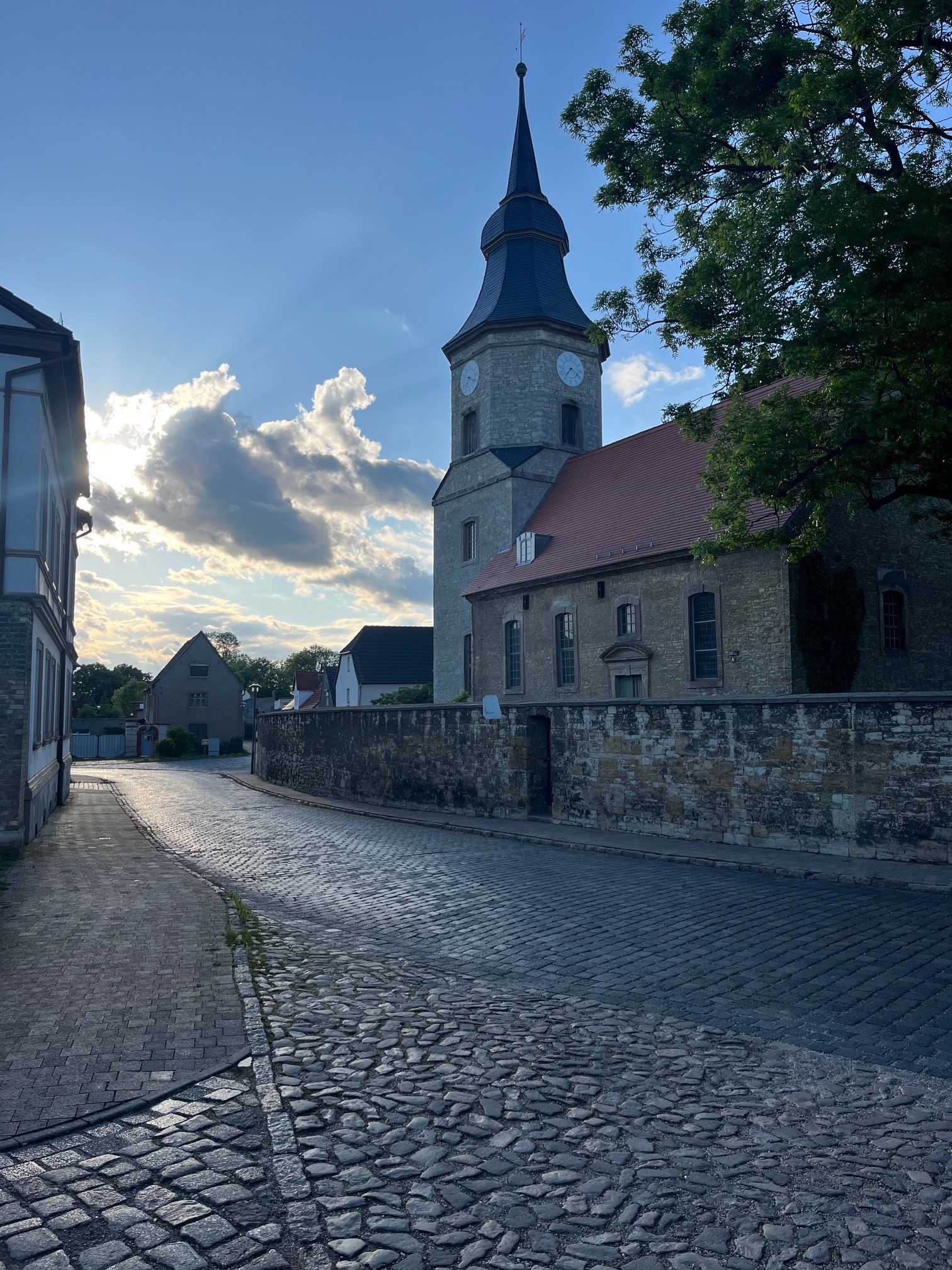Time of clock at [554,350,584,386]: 7:19
